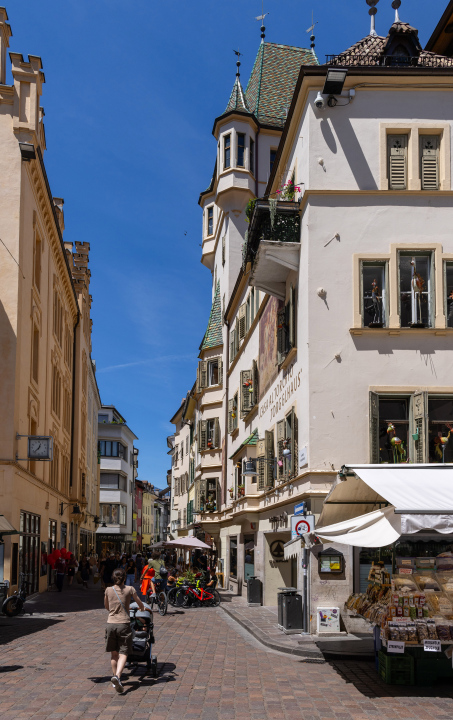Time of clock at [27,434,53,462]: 12:37
